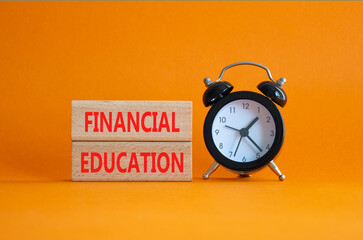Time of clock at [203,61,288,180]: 1:22
